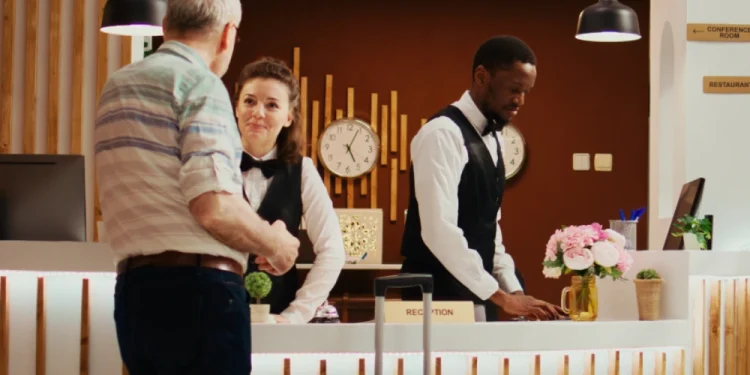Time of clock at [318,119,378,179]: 5:04
